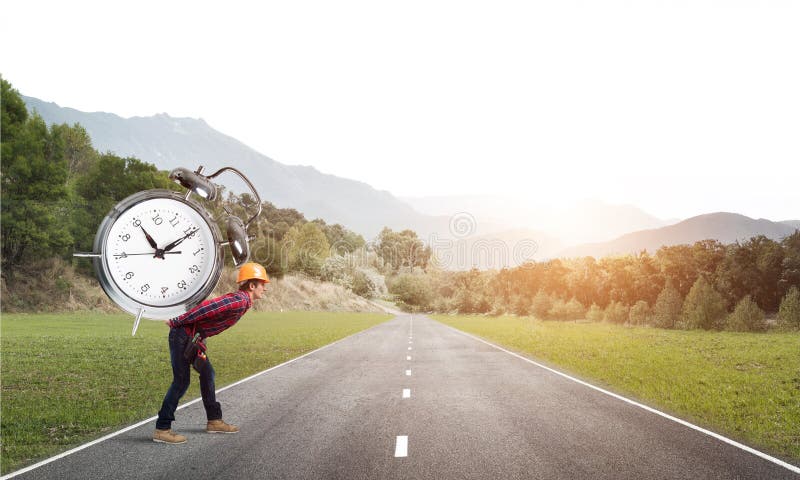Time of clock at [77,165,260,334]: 11:10
